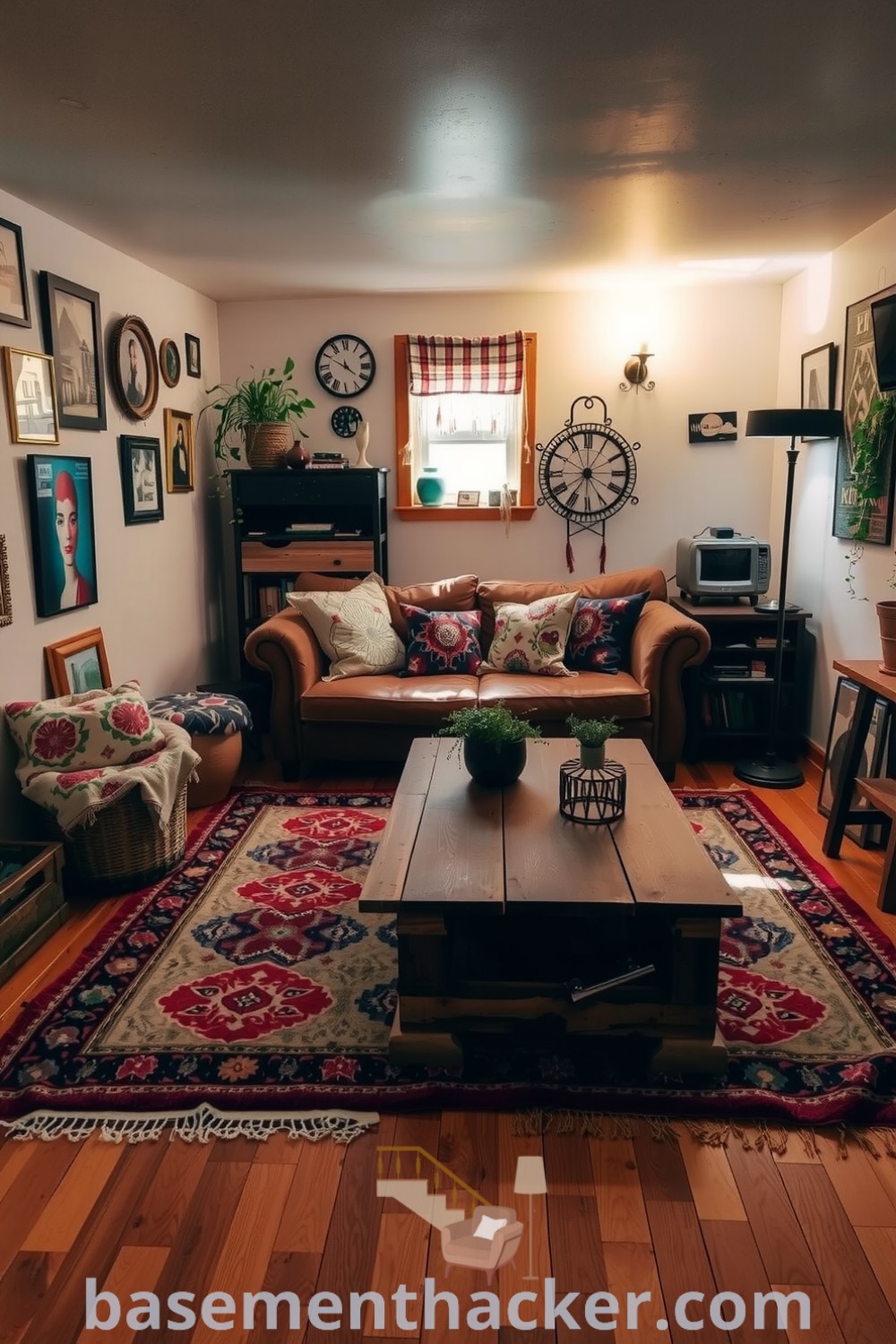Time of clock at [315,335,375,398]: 11:49
